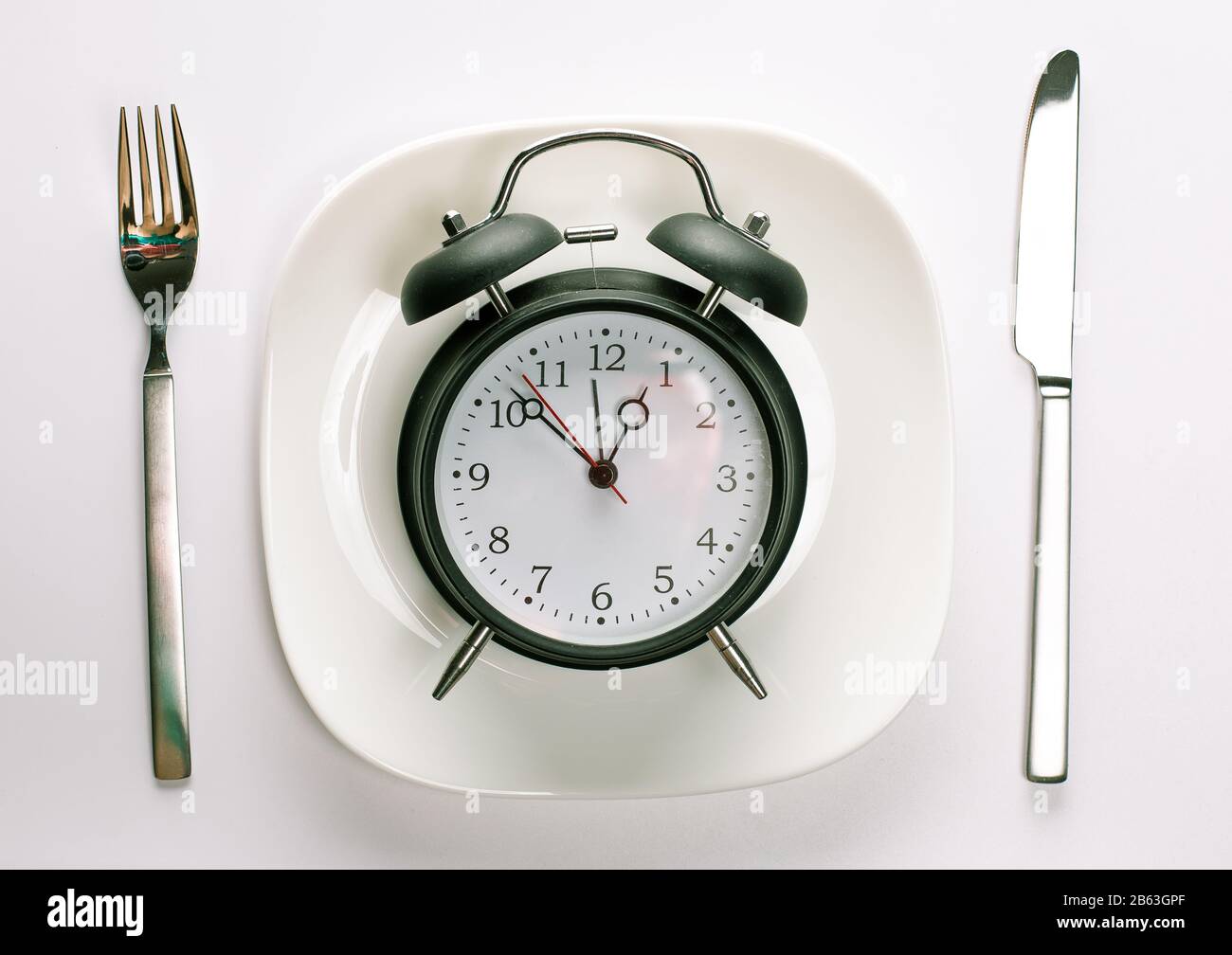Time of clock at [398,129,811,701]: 12:52
